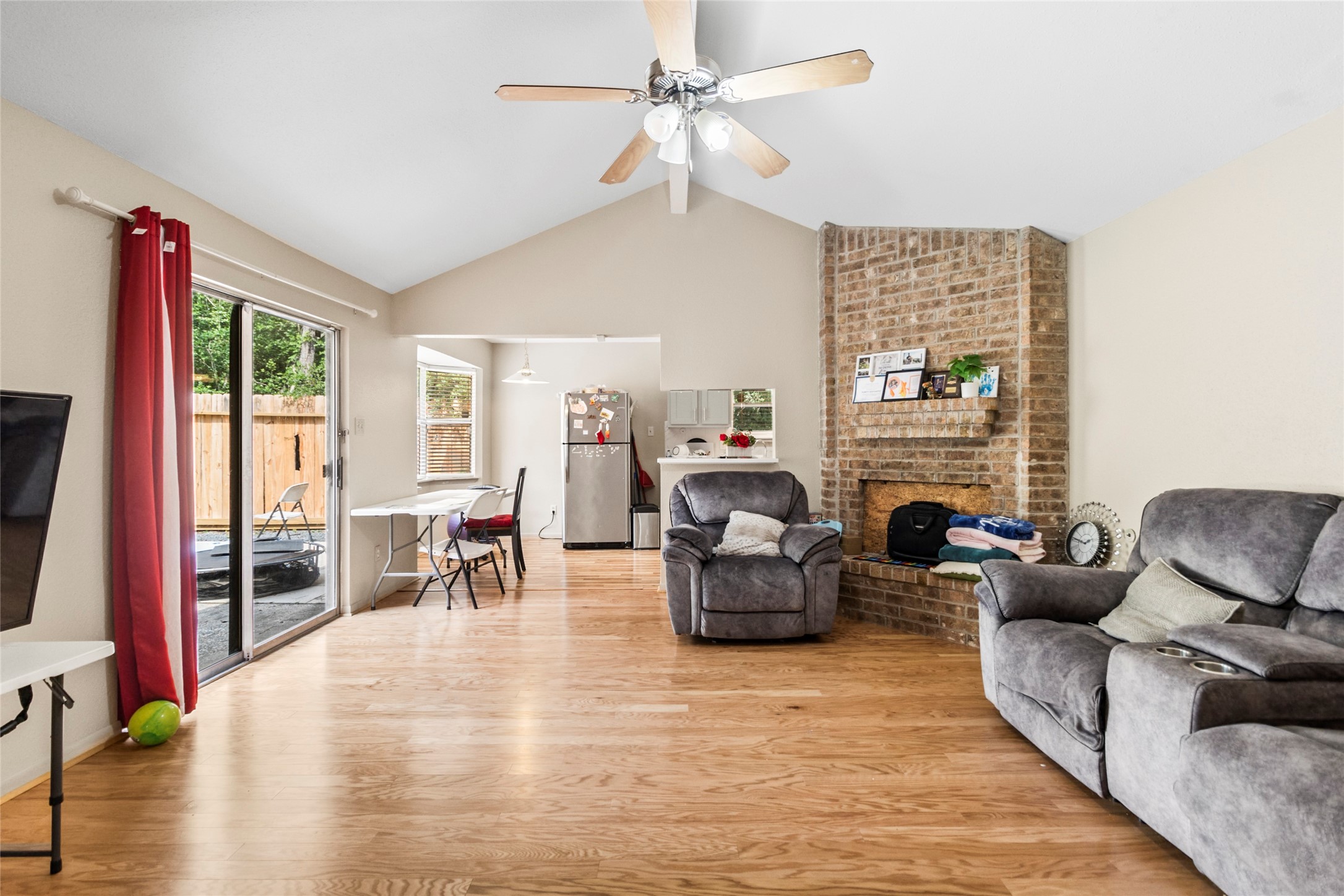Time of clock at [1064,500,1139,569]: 2:48
